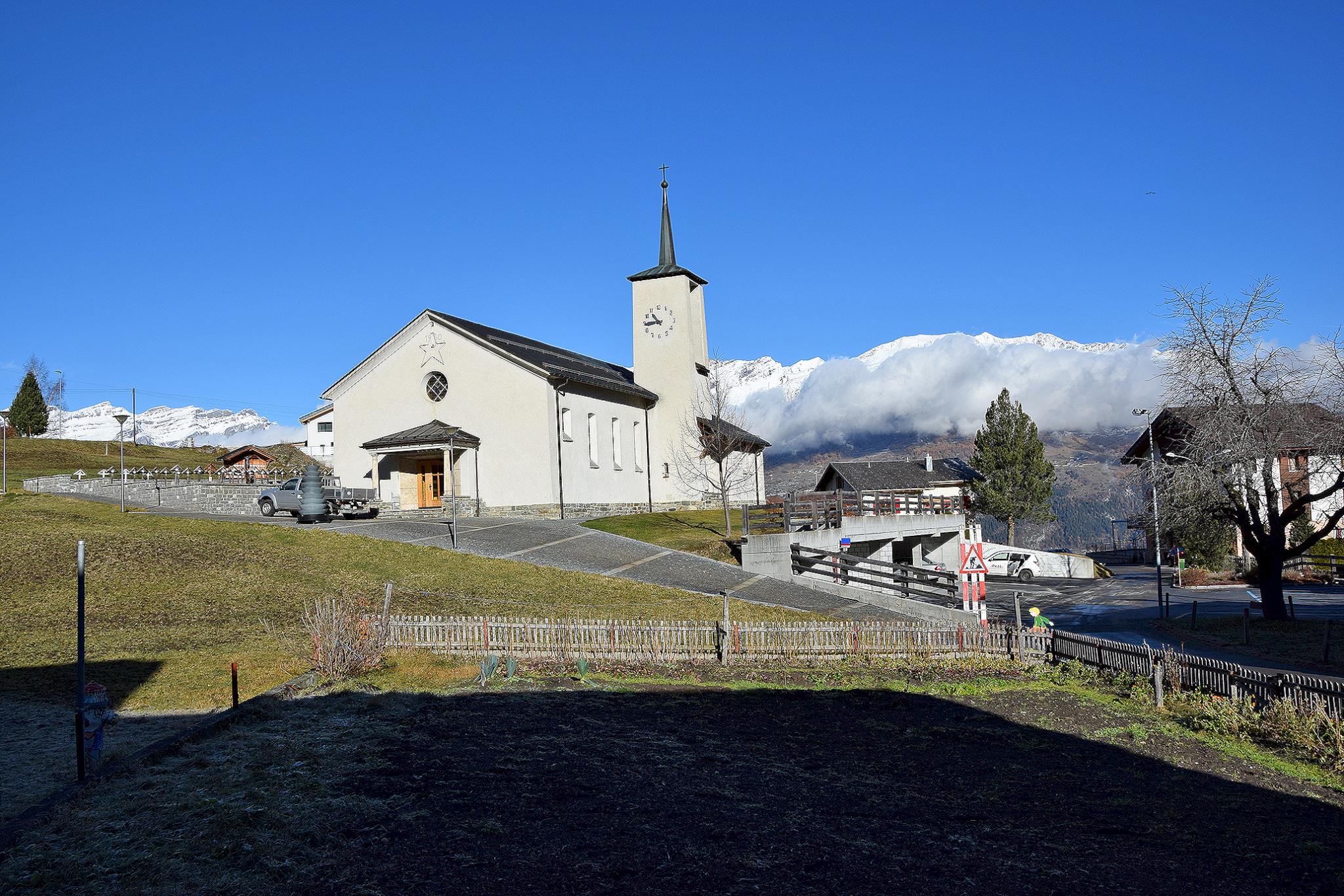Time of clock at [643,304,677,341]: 10:44
